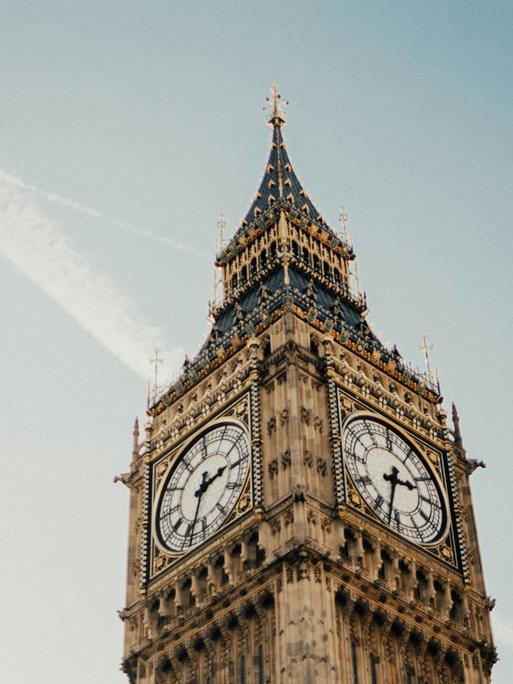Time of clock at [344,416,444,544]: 2:32
